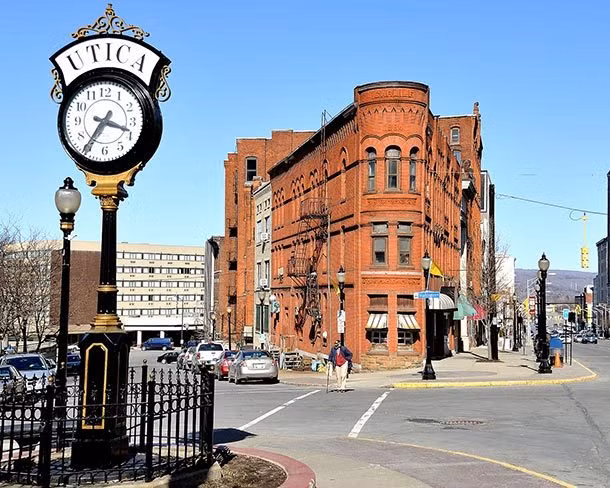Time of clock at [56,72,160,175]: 3:35
